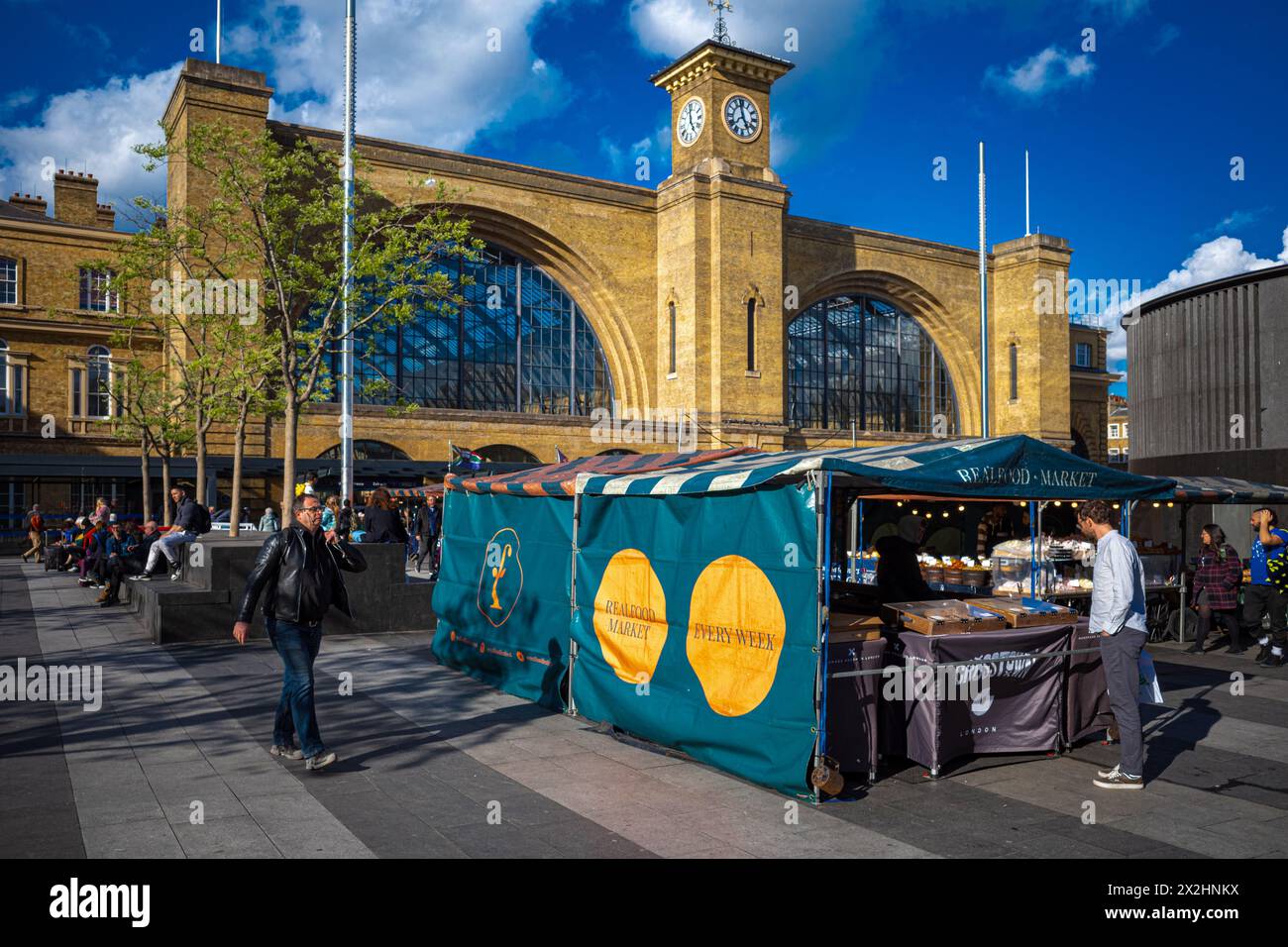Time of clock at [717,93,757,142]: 4:58
